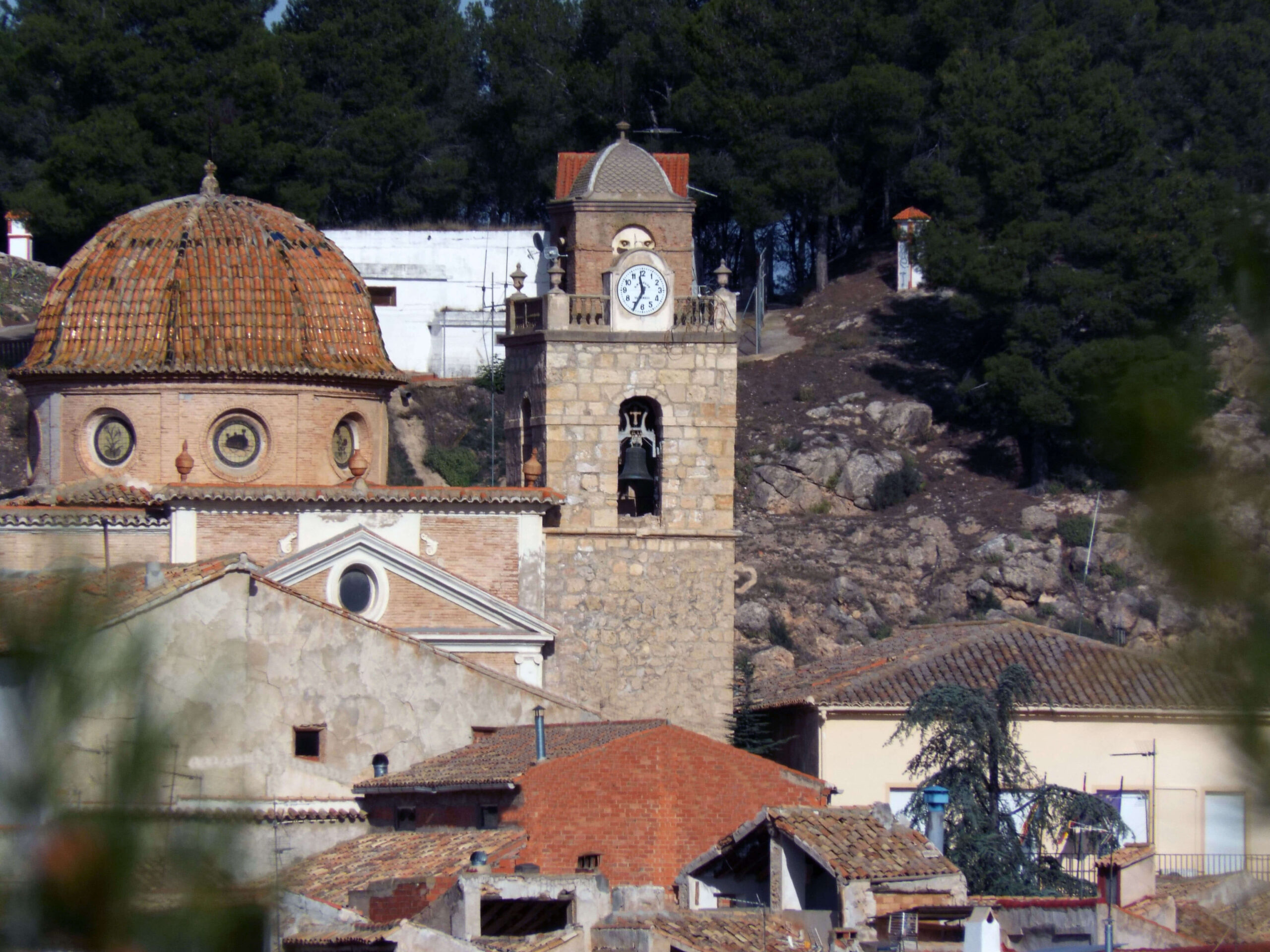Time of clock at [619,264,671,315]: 11:34
